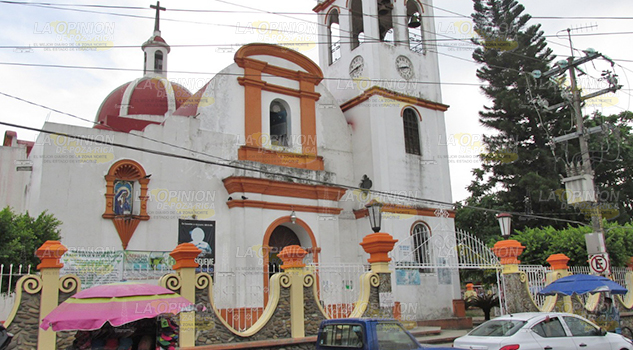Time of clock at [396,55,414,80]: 2:42
